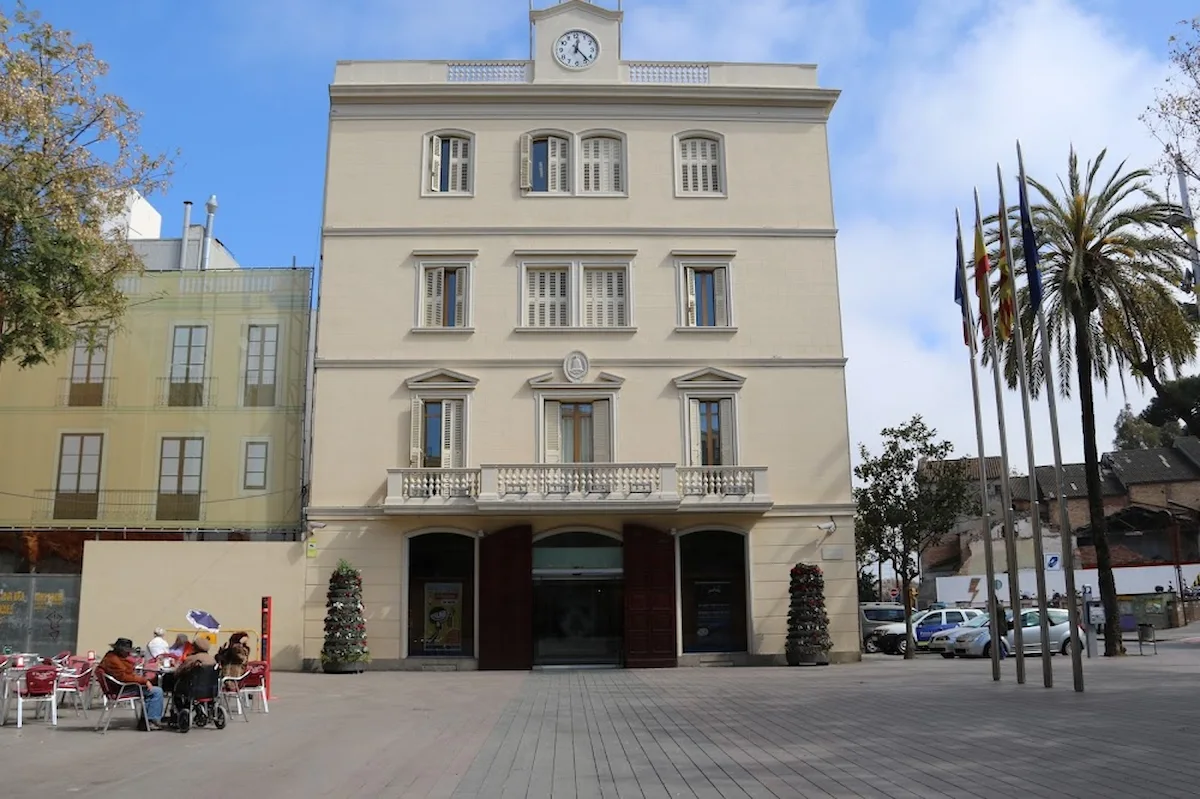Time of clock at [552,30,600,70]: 12:23
